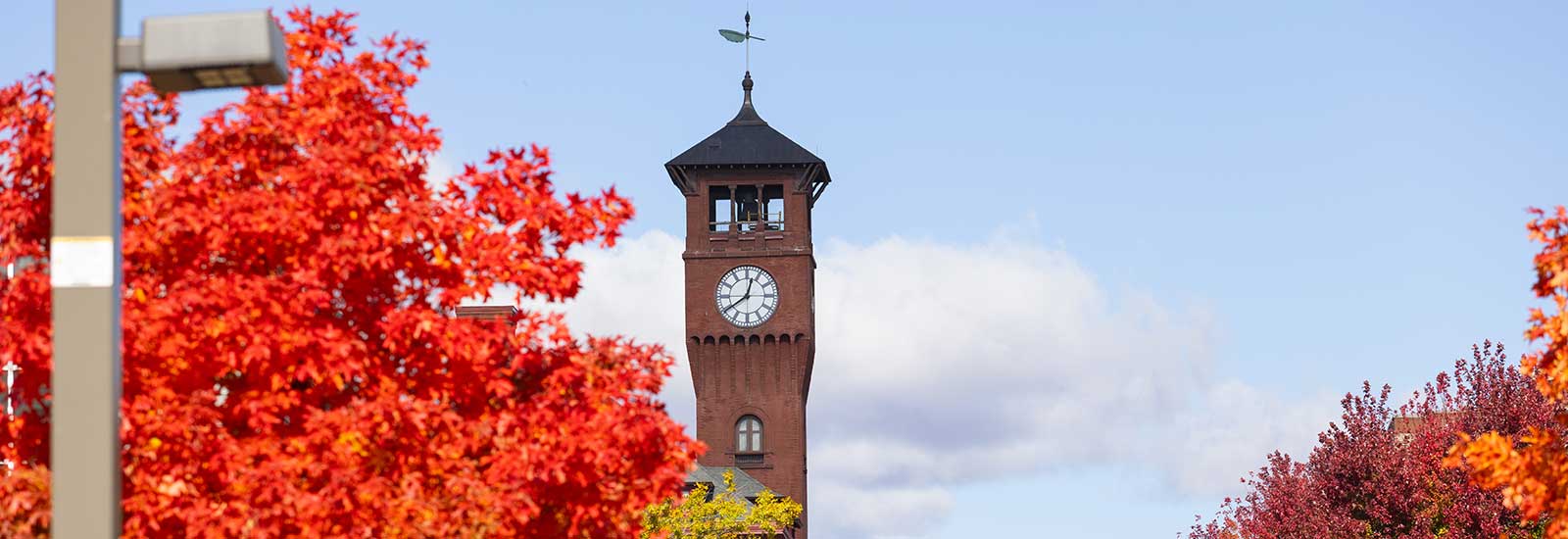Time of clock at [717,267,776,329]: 12:39
